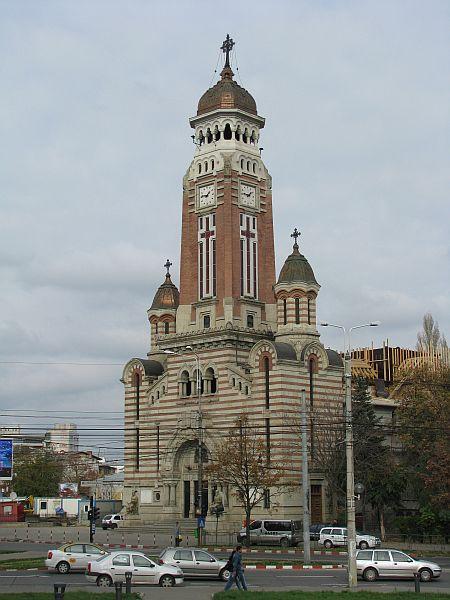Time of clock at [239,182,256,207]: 1:46
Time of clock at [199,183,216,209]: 1:46
